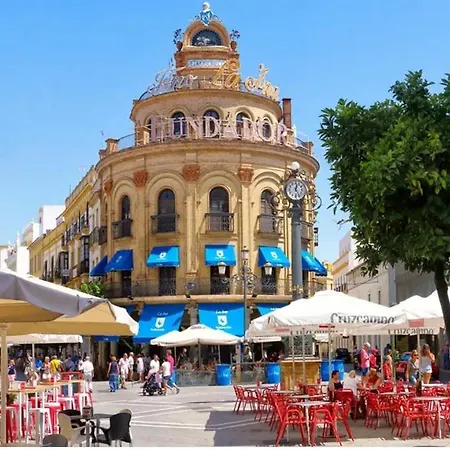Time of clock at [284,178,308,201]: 12:24
